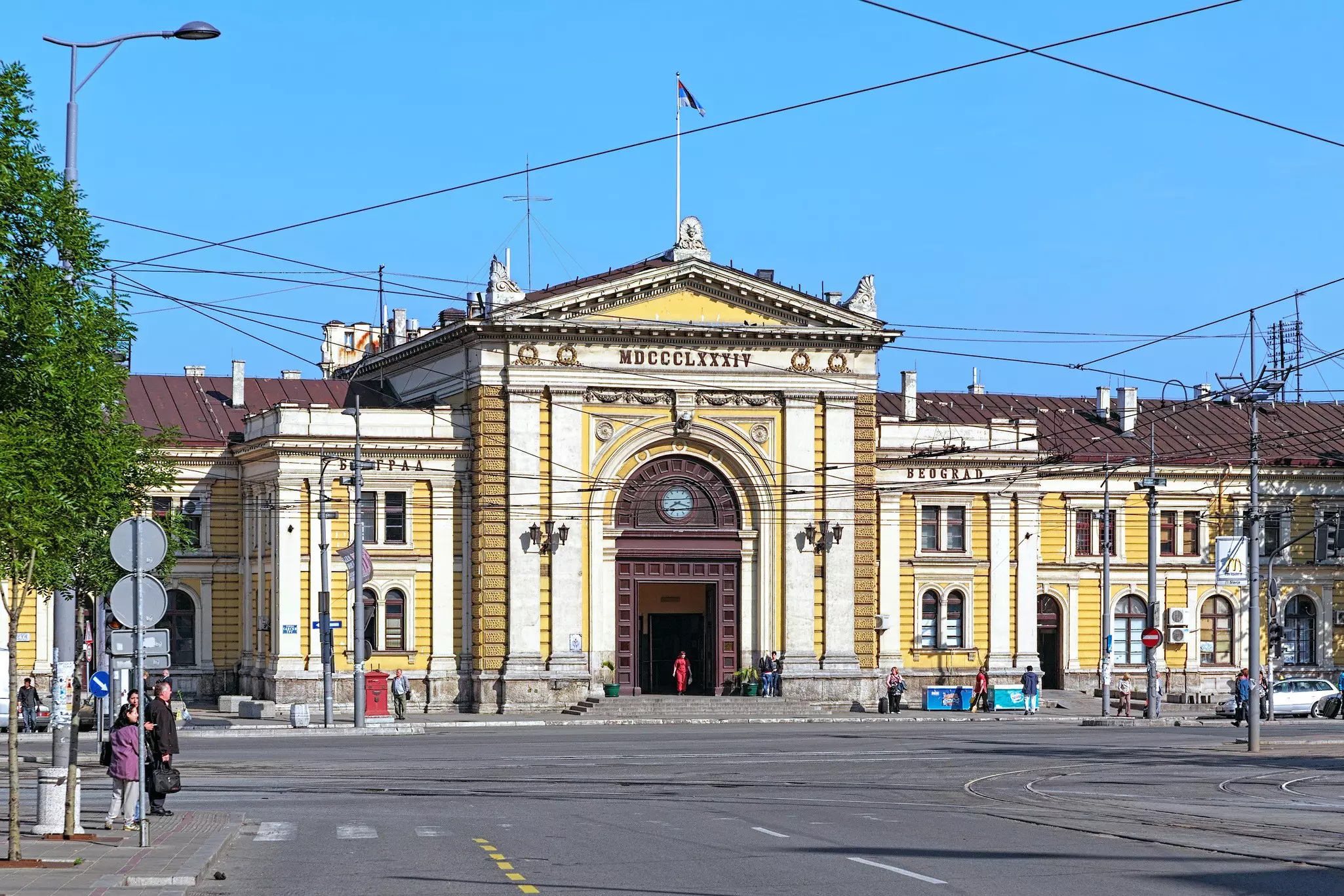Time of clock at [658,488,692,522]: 8:18
